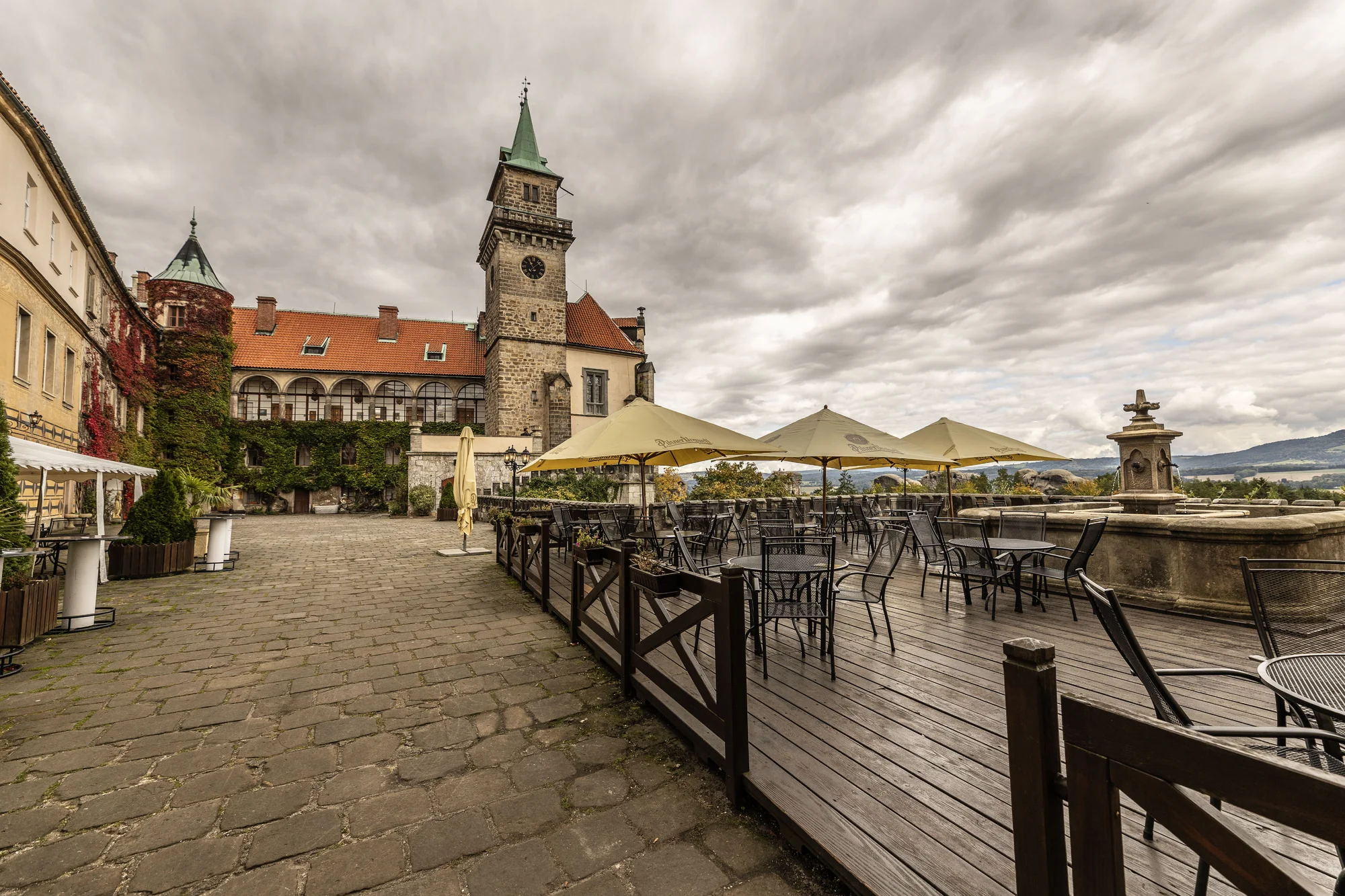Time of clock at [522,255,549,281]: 11:07
